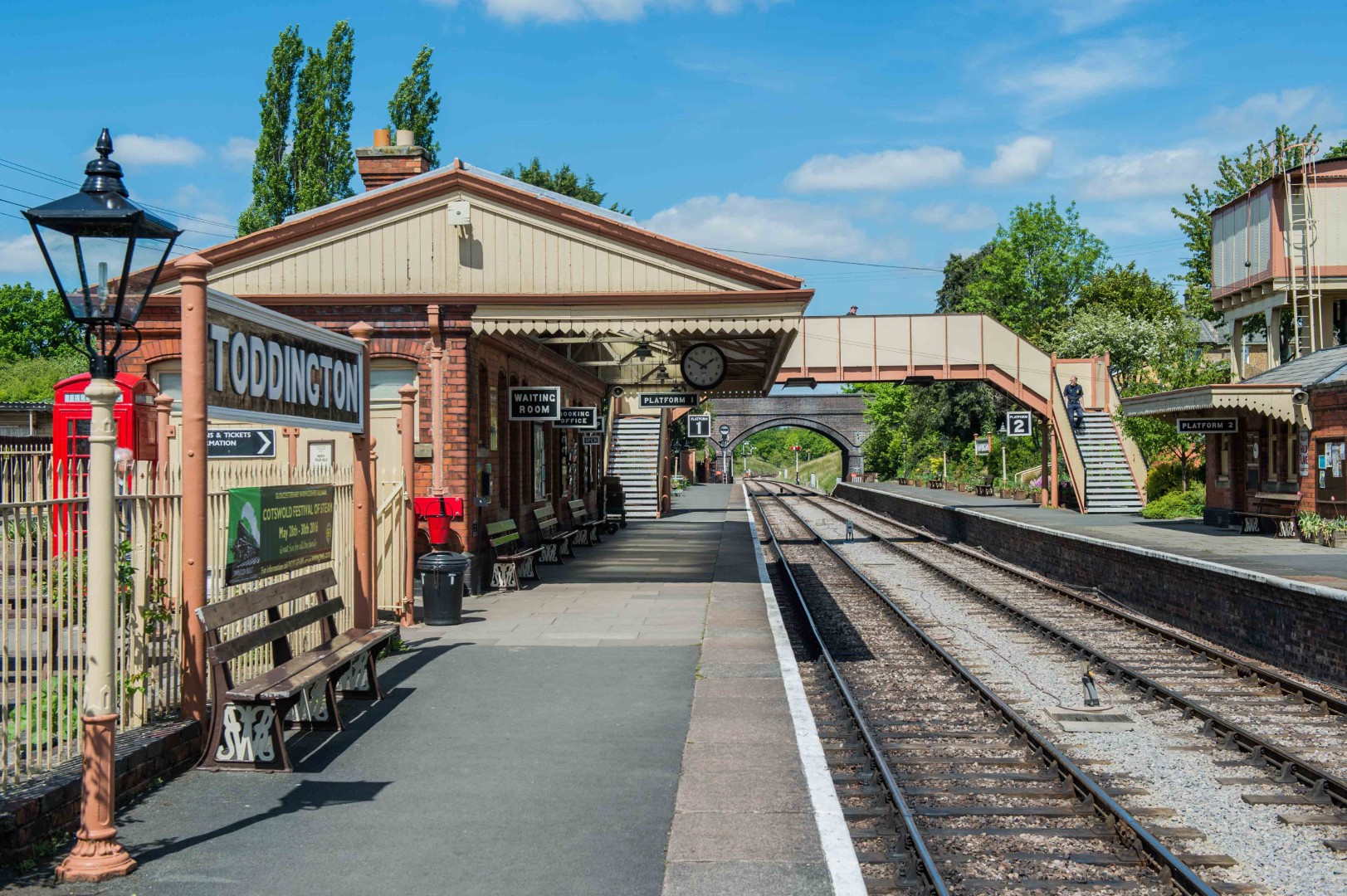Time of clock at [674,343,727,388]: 1:50
